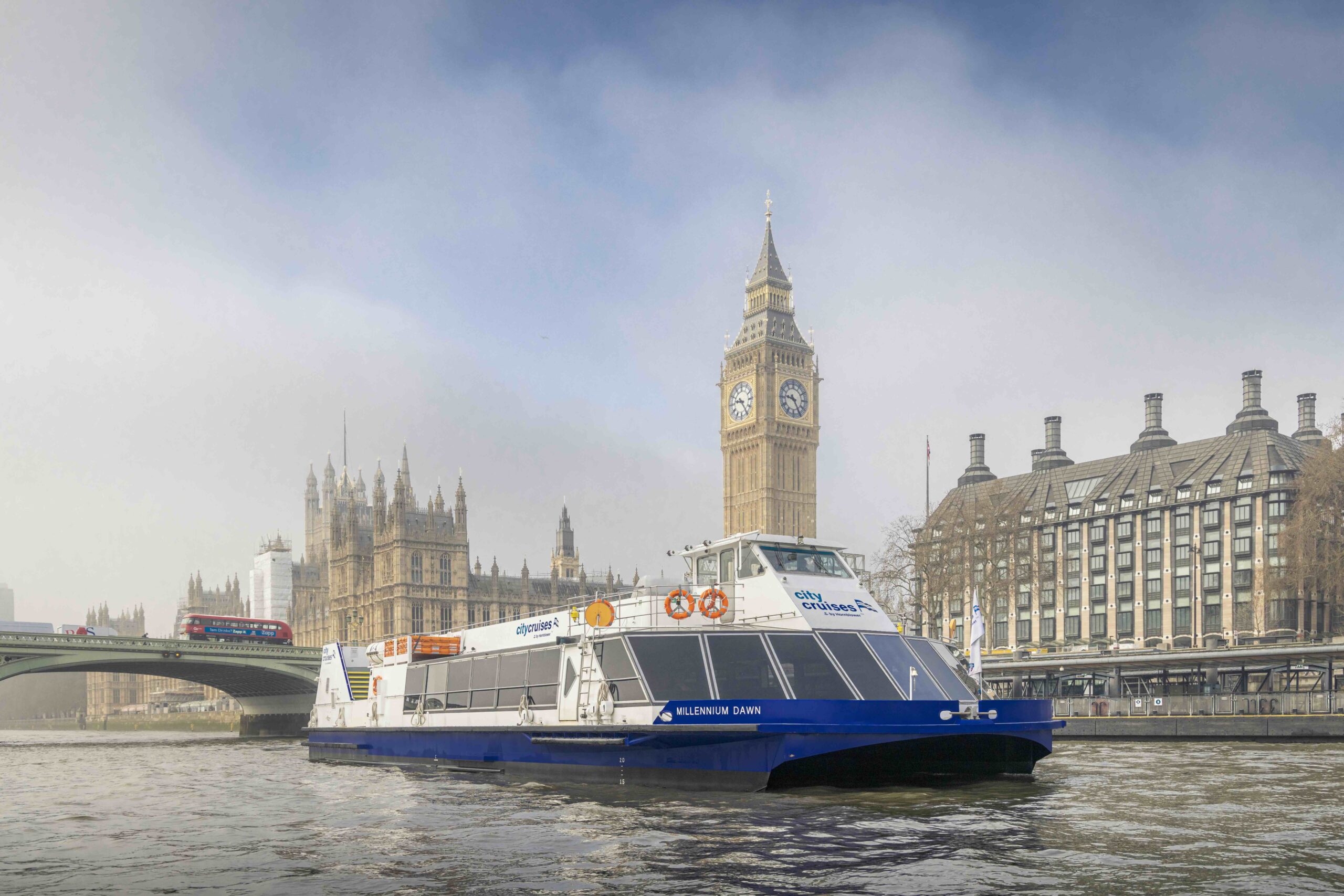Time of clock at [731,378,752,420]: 9:24
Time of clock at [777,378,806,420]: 9:25
